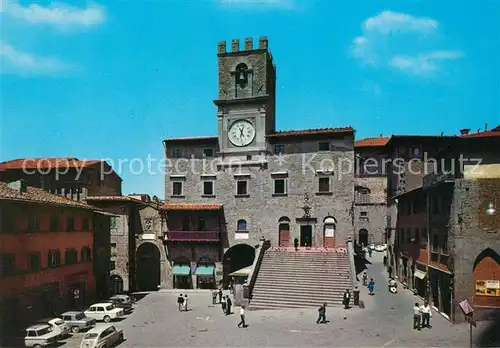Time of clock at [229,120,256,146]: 11:02
